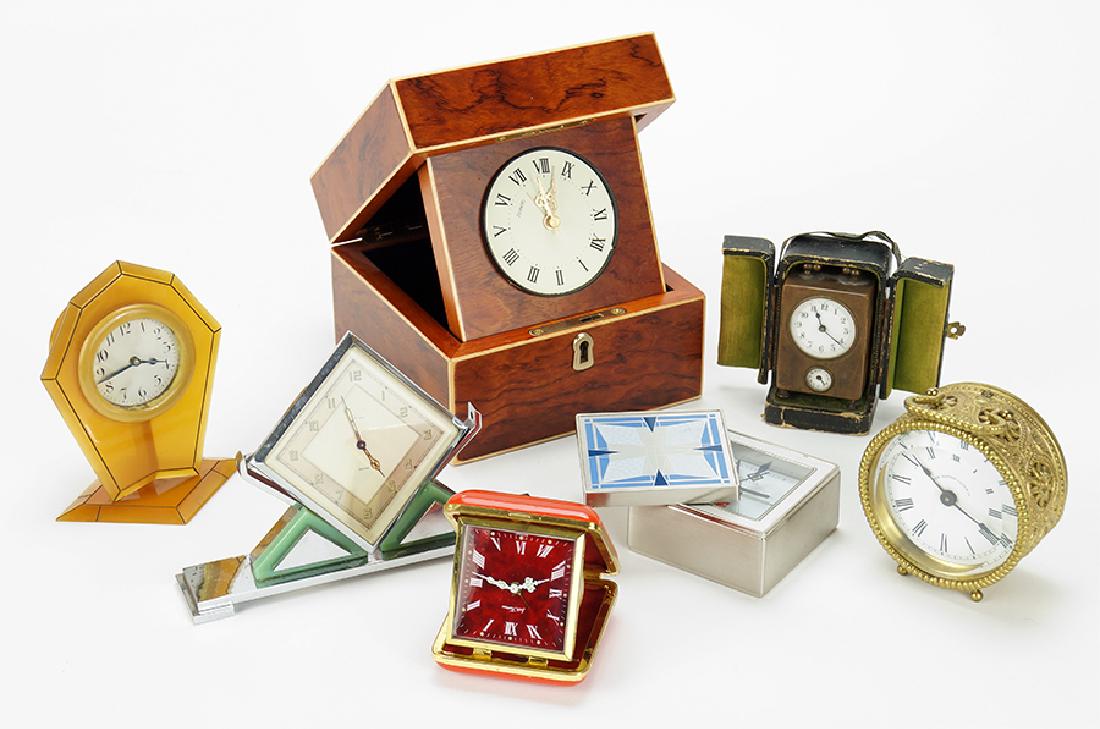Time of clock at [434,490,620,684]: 9:11
